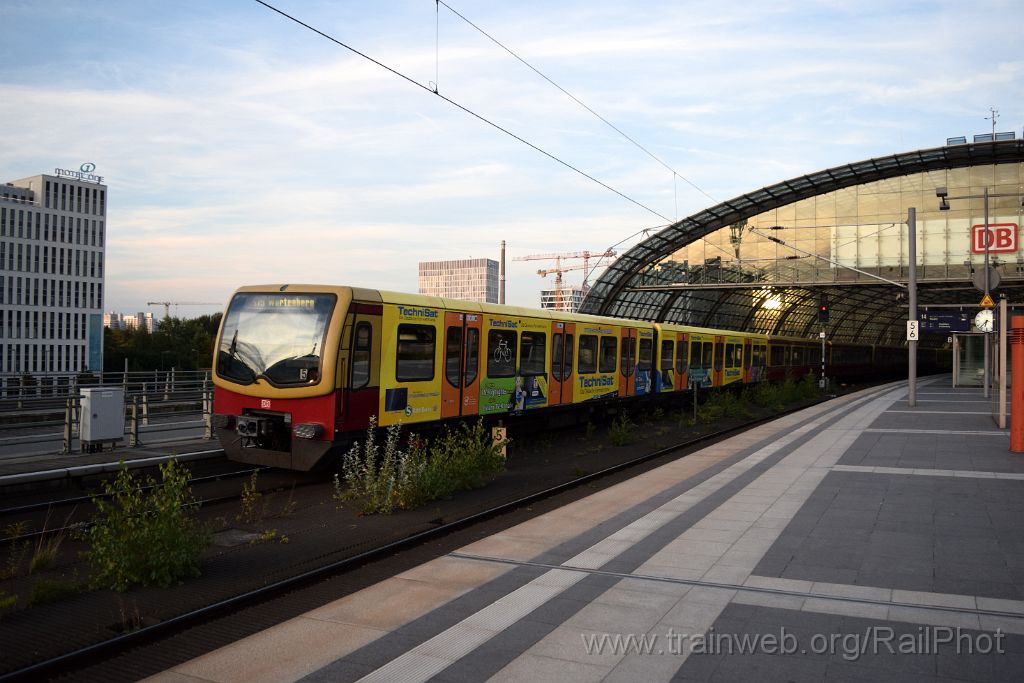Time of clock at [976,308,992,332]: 6:37
